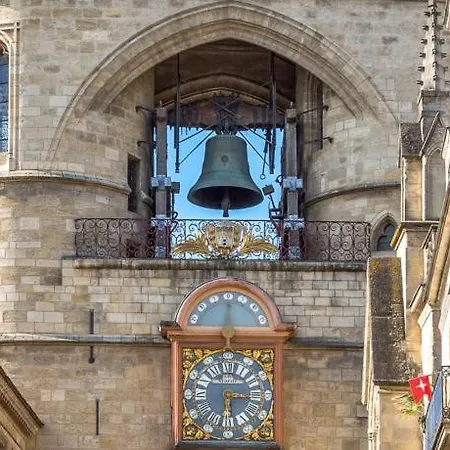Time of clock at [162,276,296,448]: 6:15
